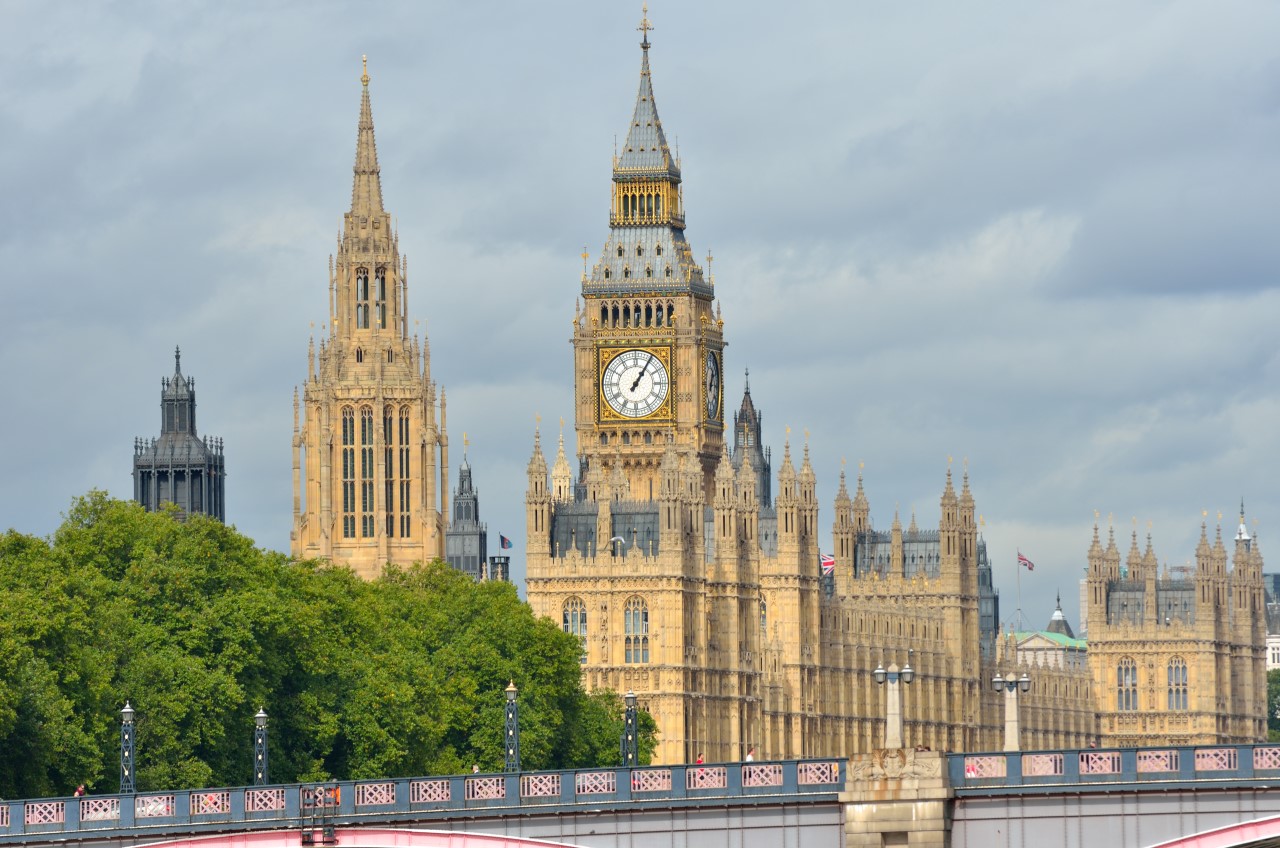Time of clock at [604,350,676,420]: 1:05
